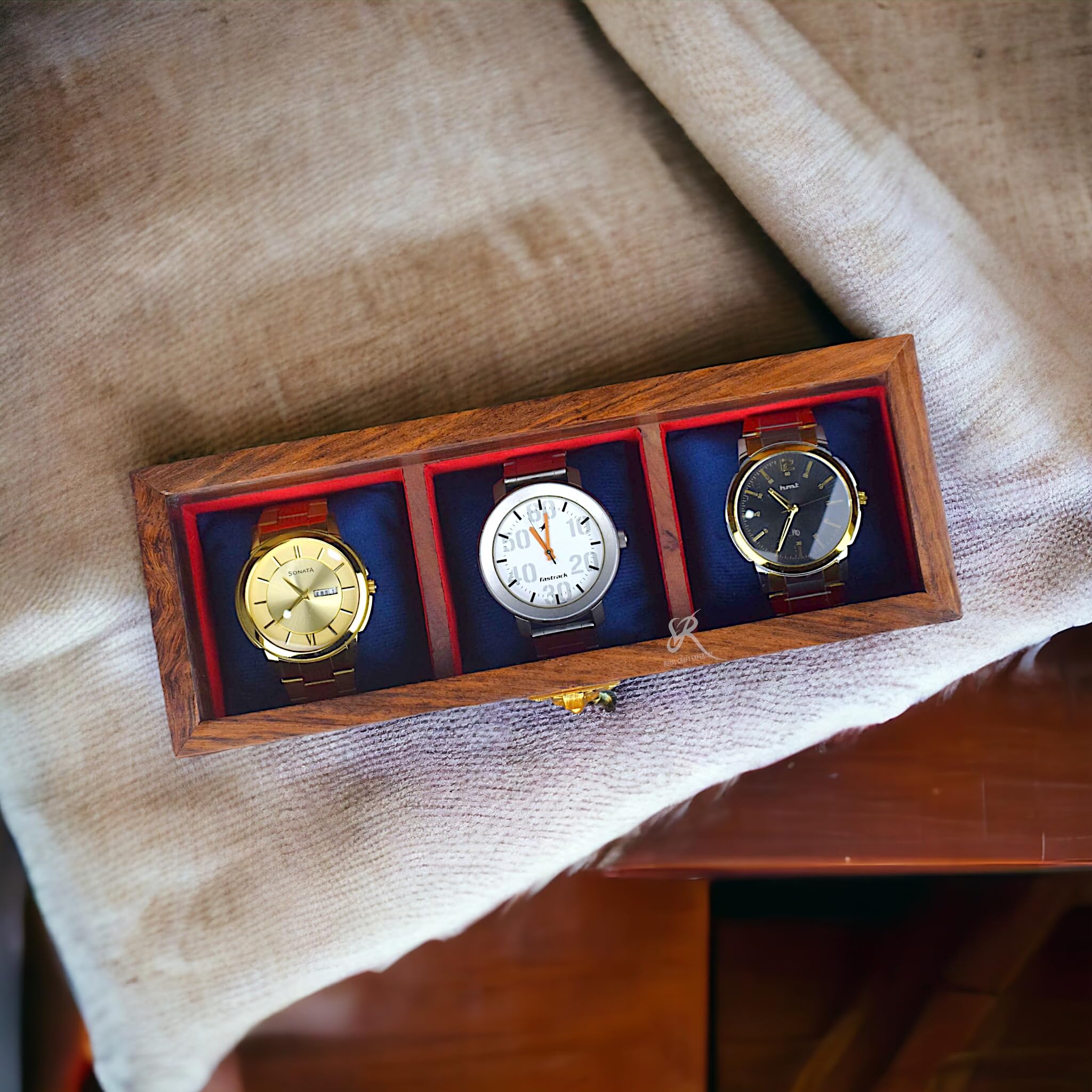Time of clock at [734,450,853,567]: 10:34
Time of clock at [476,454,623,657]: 11:00
